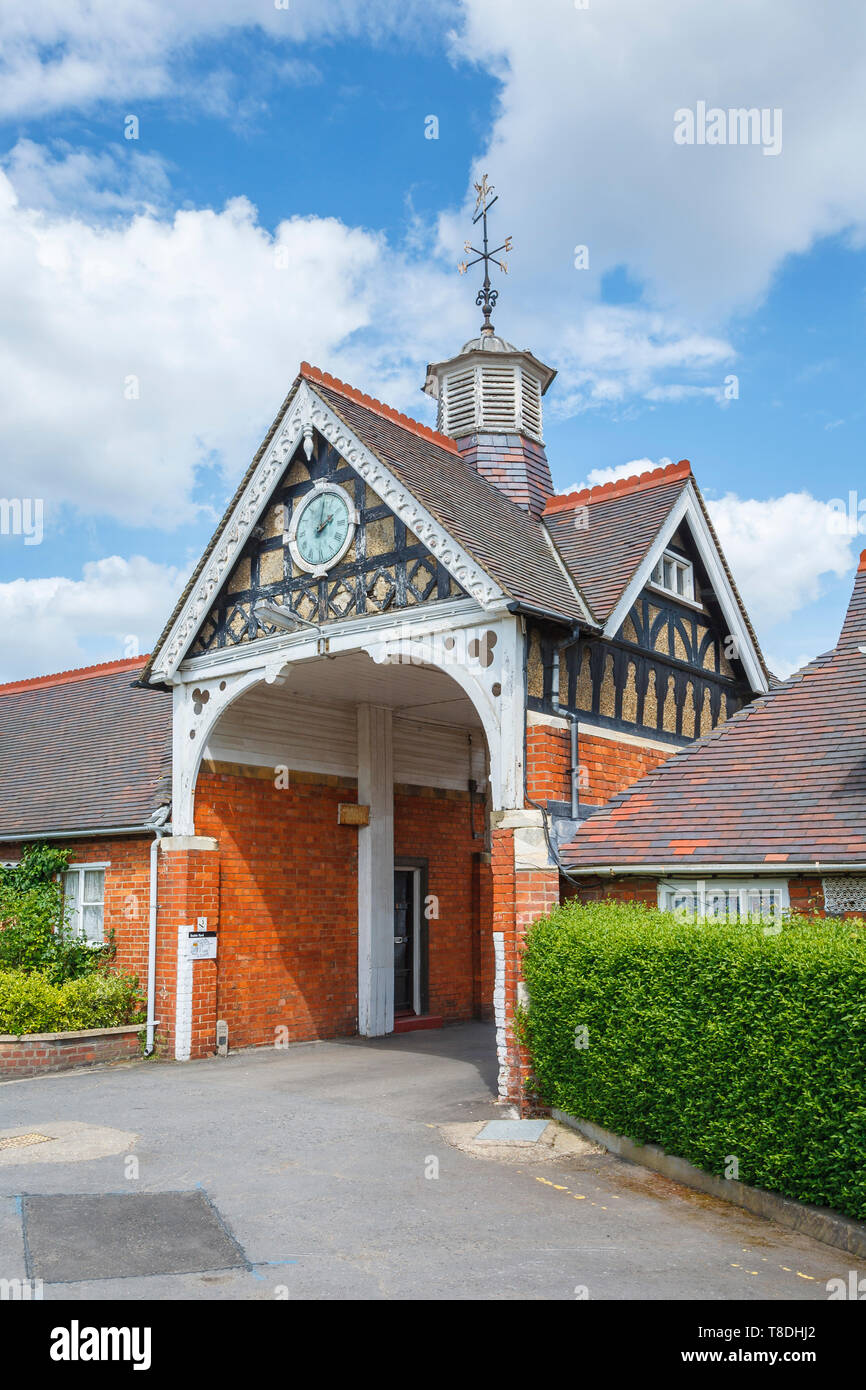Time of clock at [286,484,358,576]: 2:01
